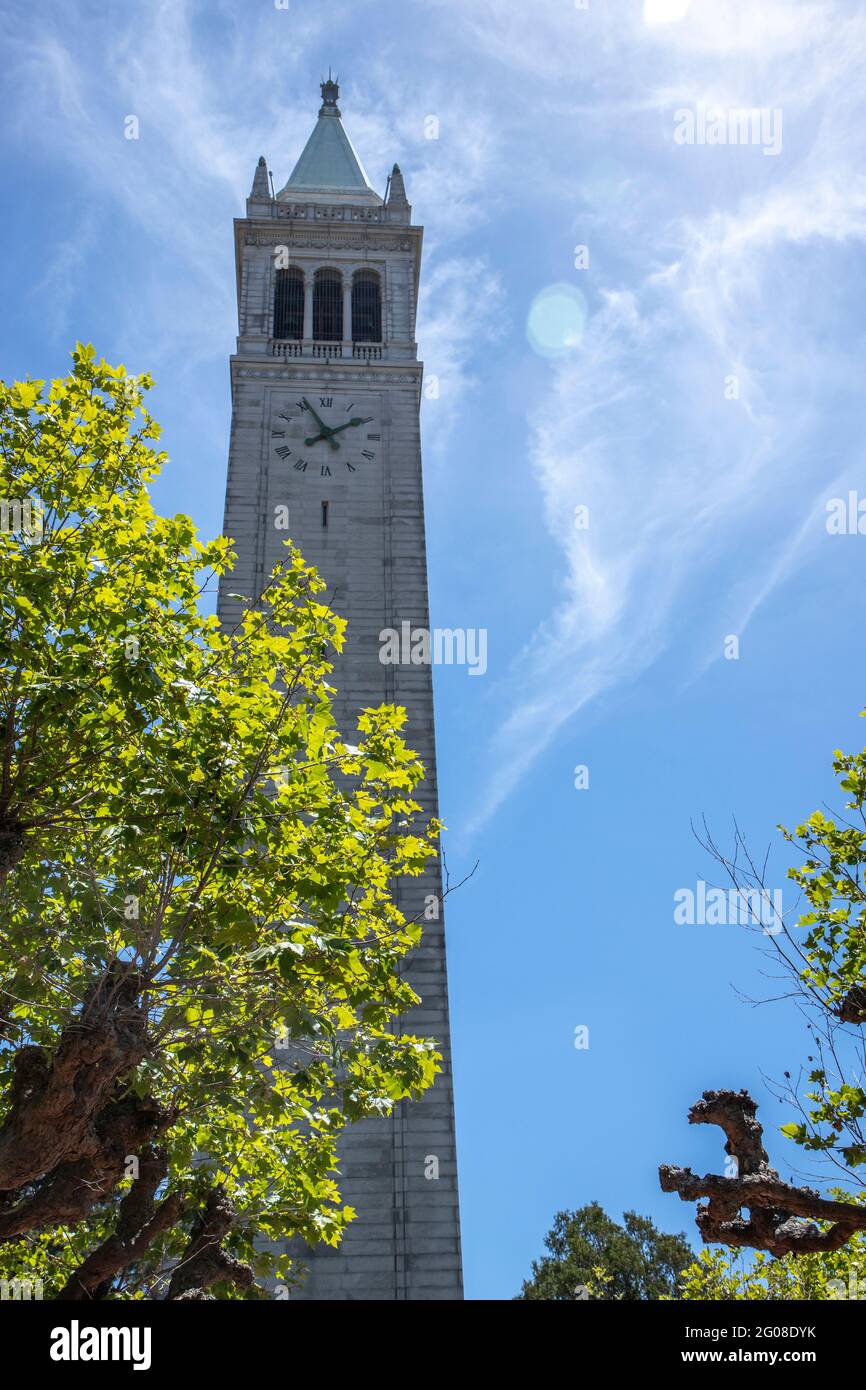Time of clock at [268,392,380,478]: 1:55
